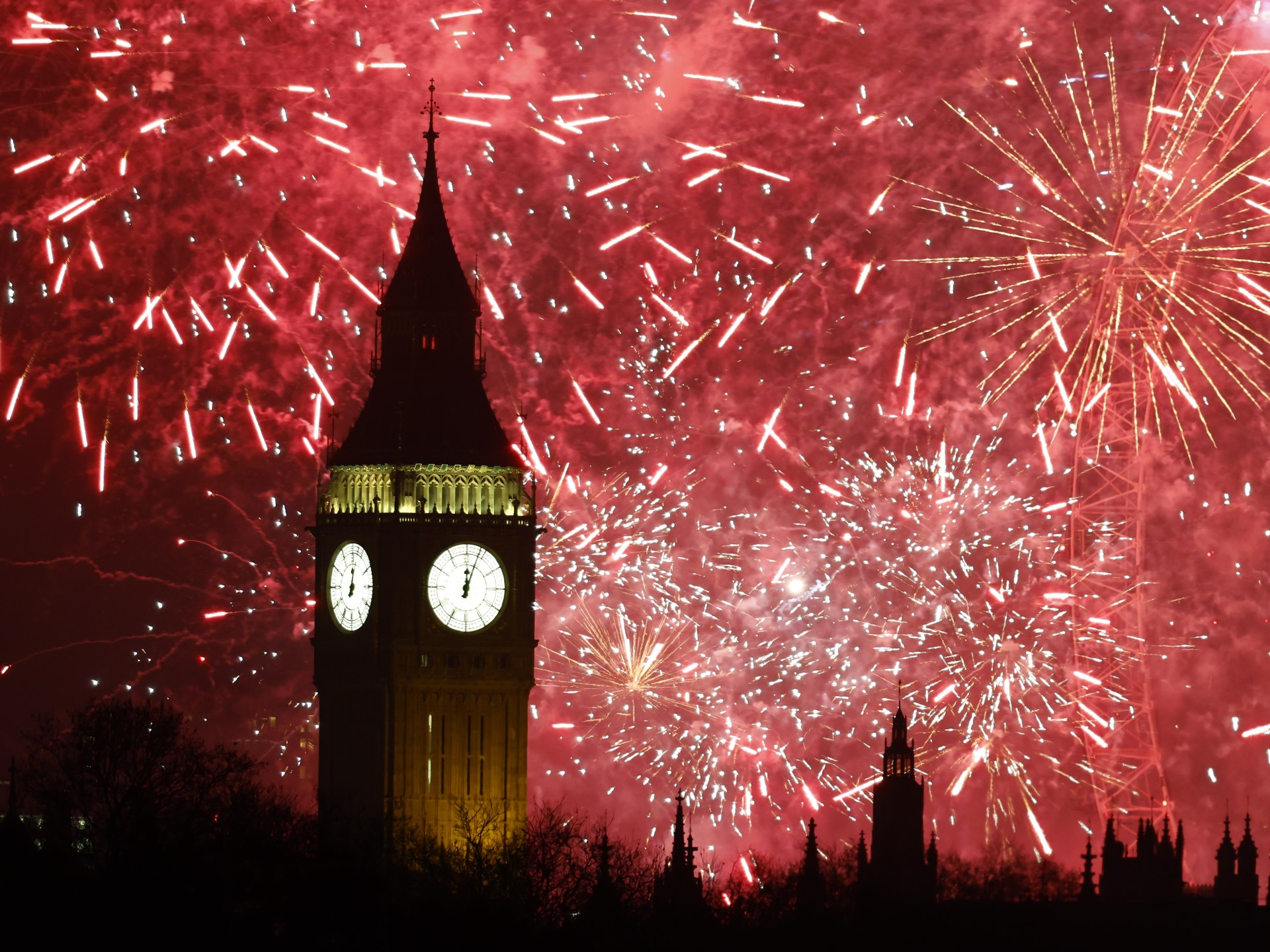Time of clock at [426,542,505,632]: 12:03
